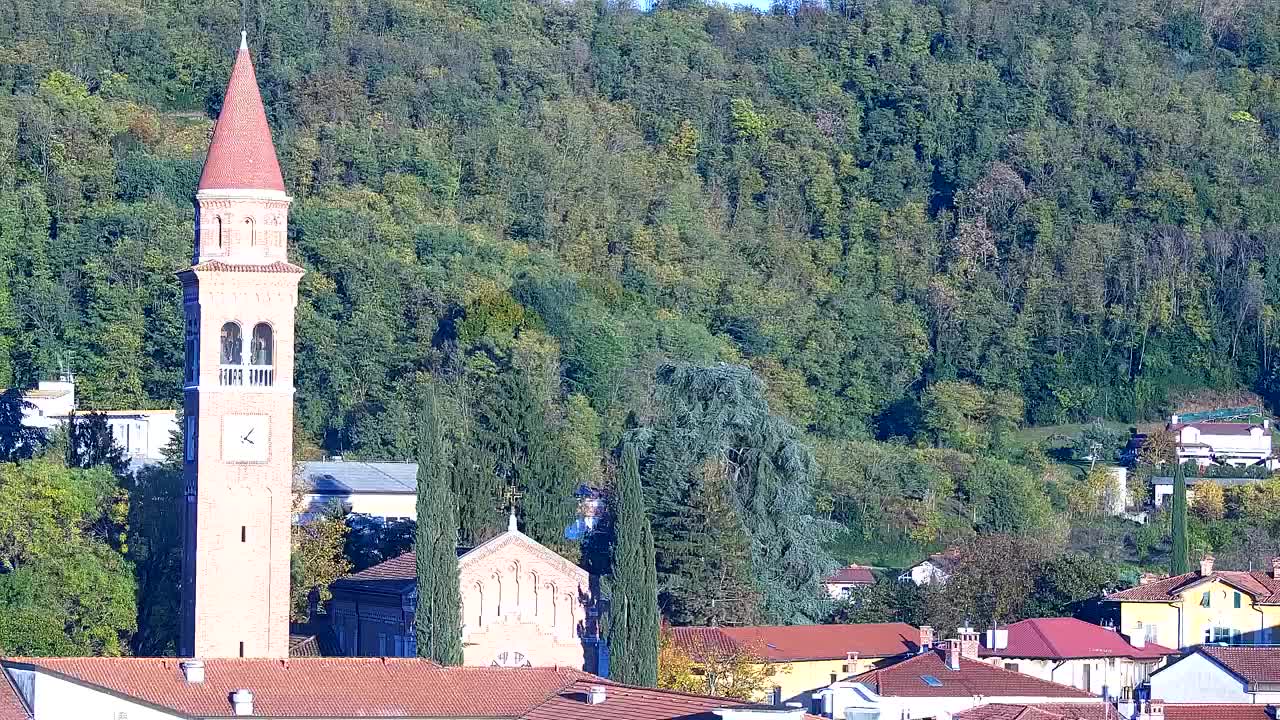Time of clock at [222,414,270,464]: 4:07
